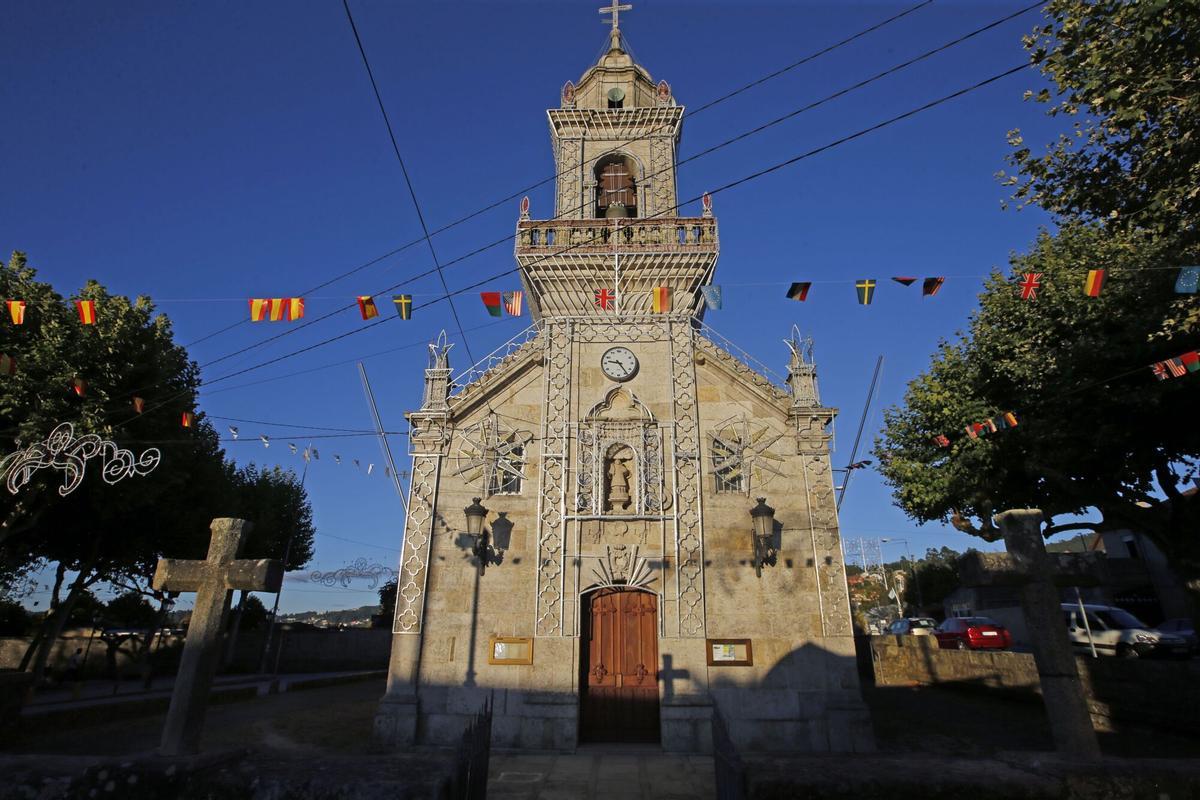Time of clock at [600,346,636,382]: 9:23
